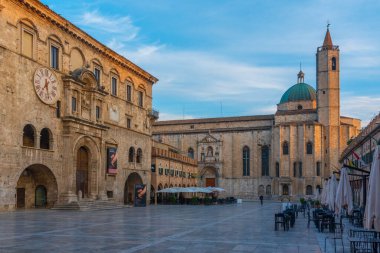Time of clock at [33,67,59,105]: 7:28
